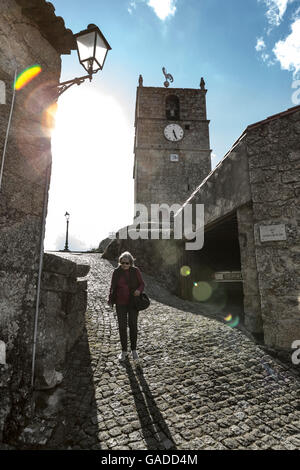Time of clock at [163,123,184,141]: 5:26
